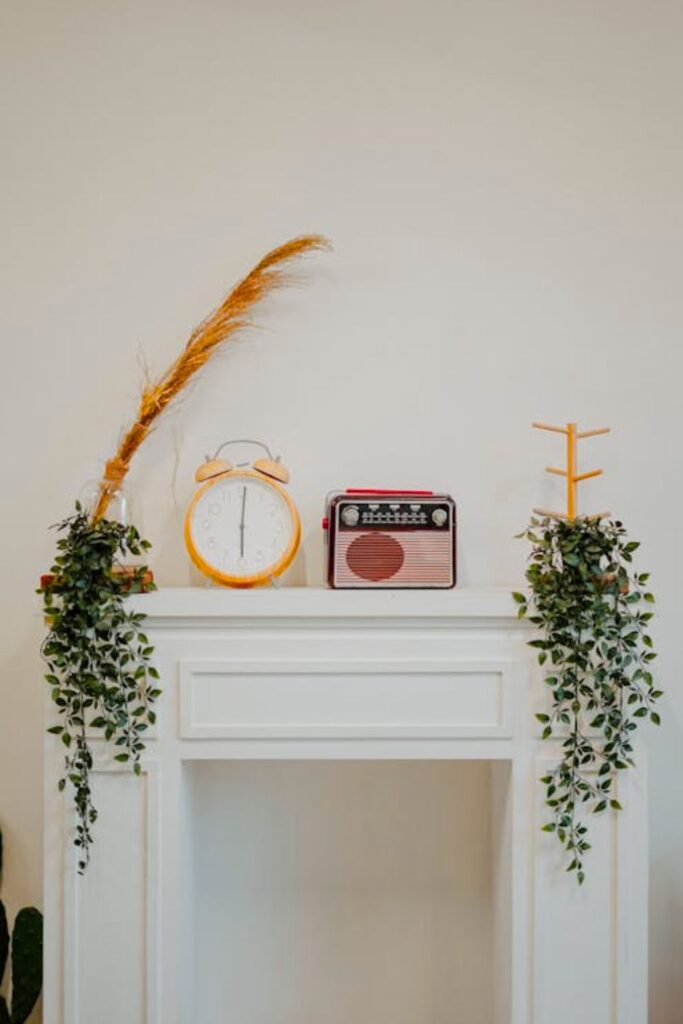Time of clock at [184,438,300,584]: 6:01
